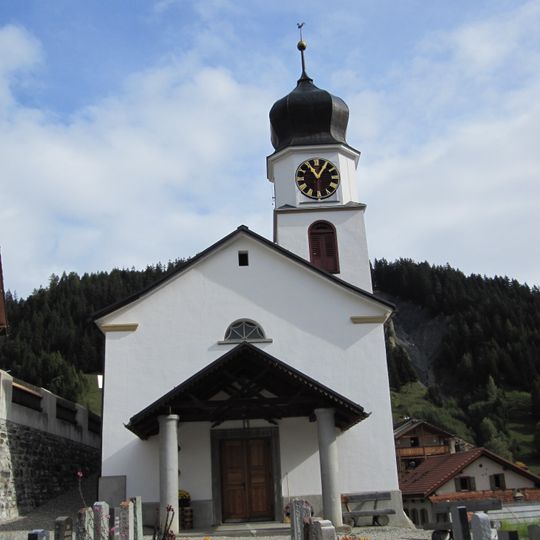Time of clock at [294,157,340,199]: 11:05
